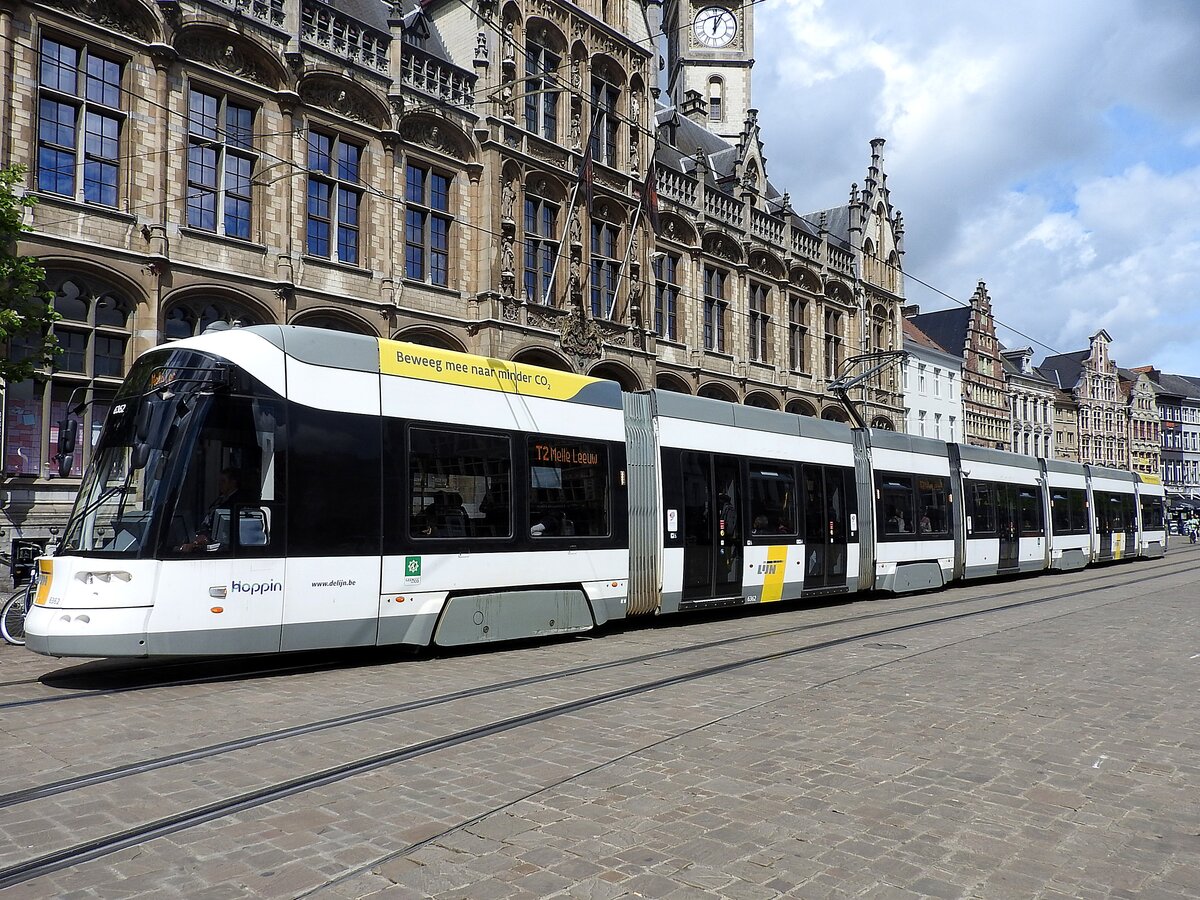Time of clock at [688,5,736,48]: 12:04
